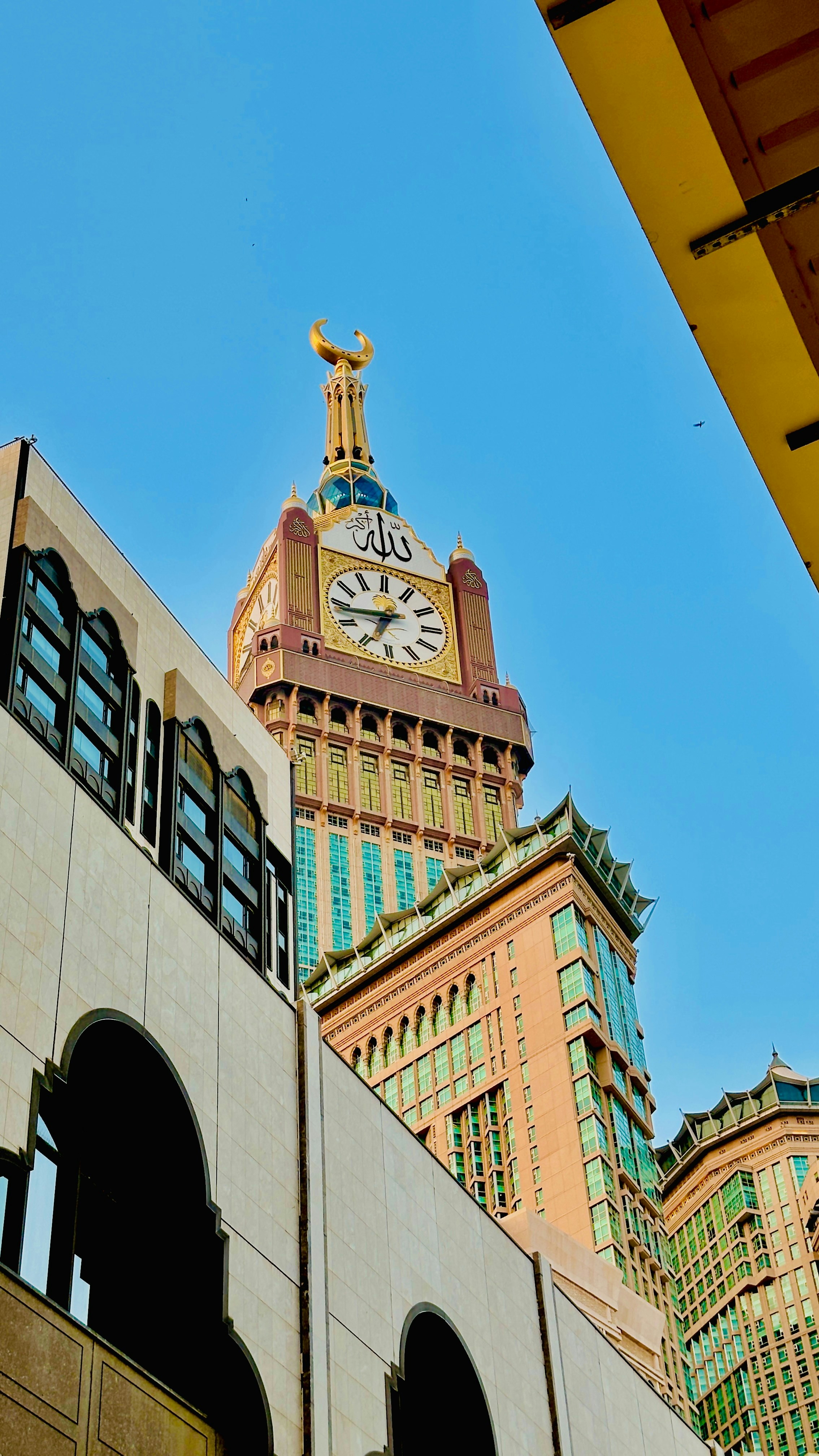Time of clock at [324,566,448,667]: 6:43
